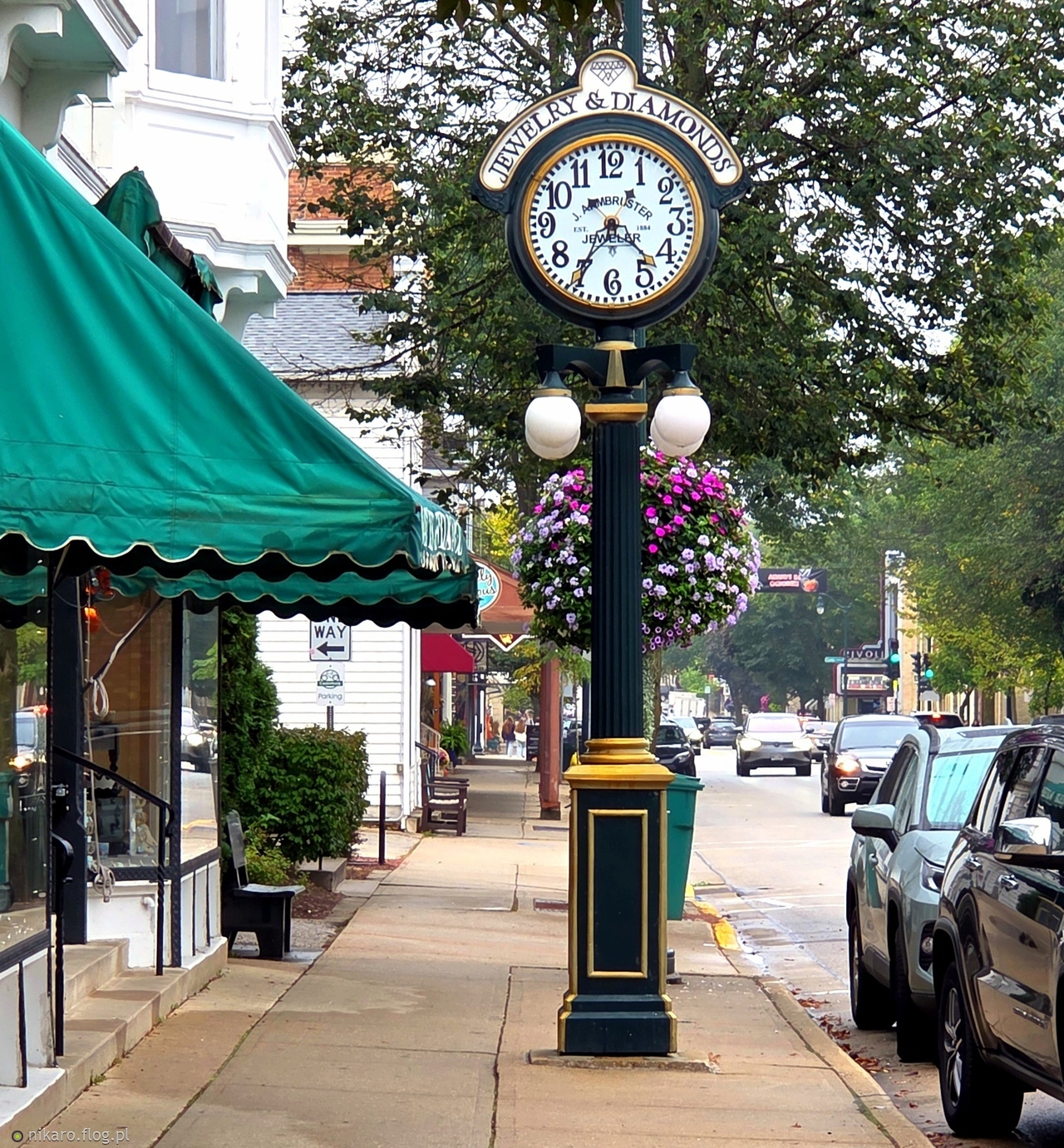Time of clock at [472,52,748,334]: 4:35
